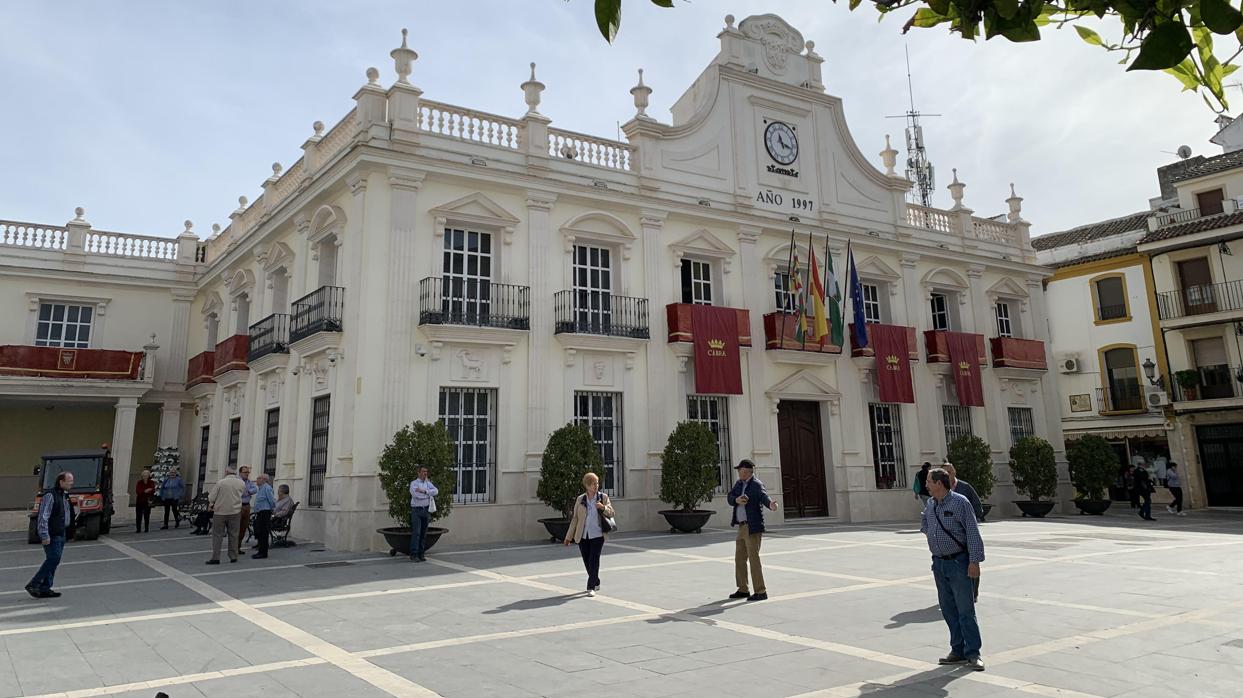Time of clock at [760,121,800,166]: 11:17
